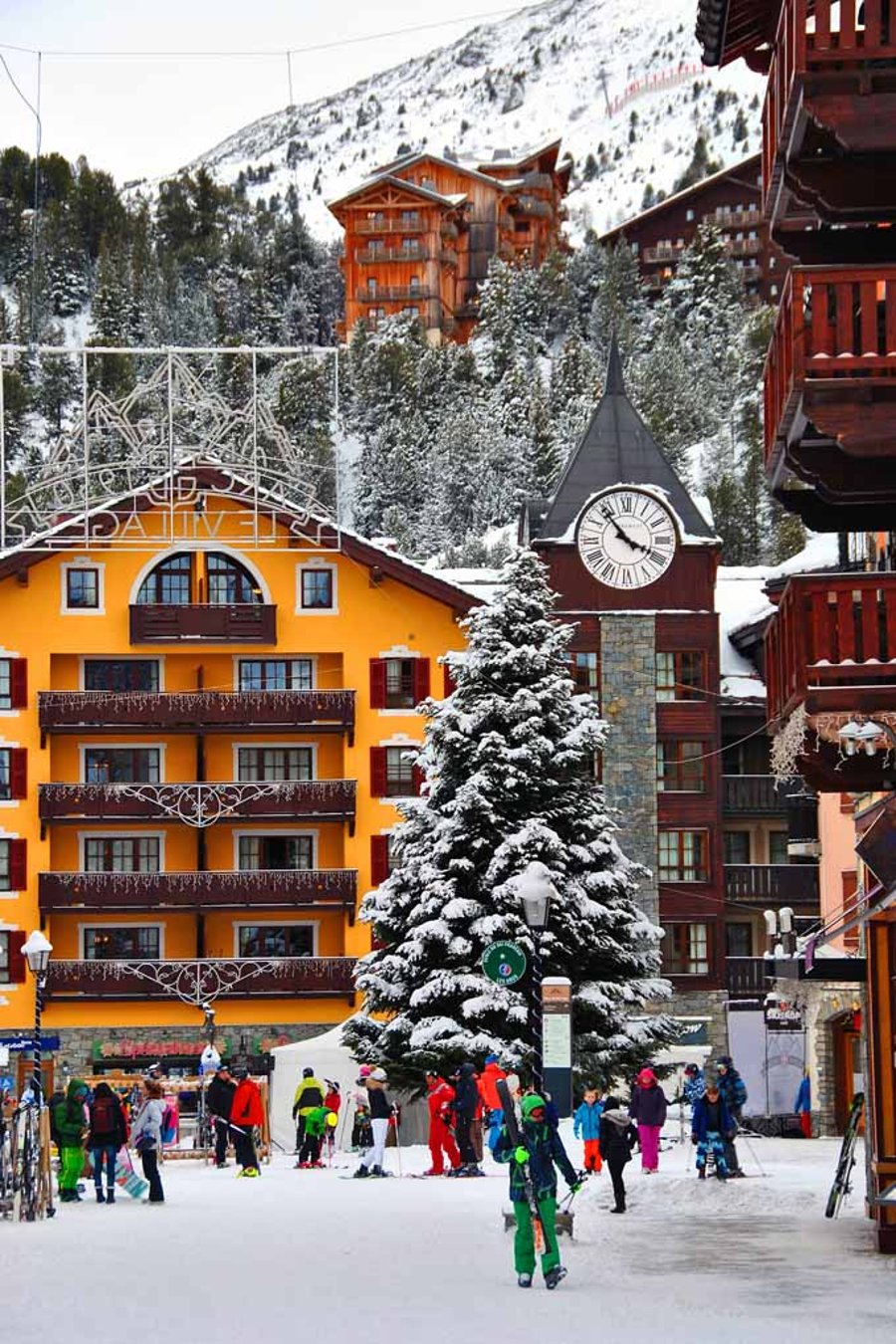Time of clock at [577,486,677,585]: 3:53
